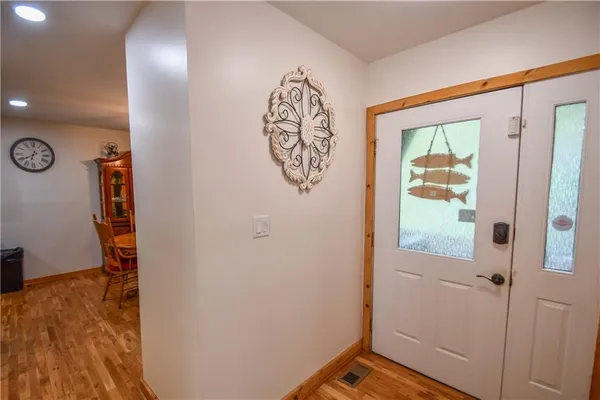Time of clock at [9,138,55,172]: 6:39
